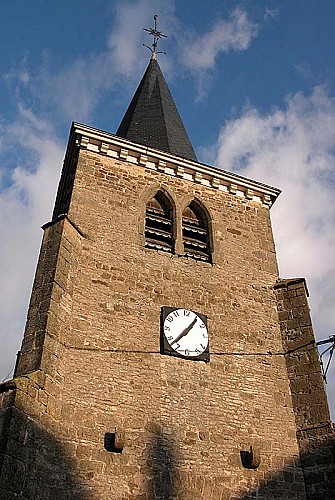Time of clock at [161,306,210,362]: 1:37
